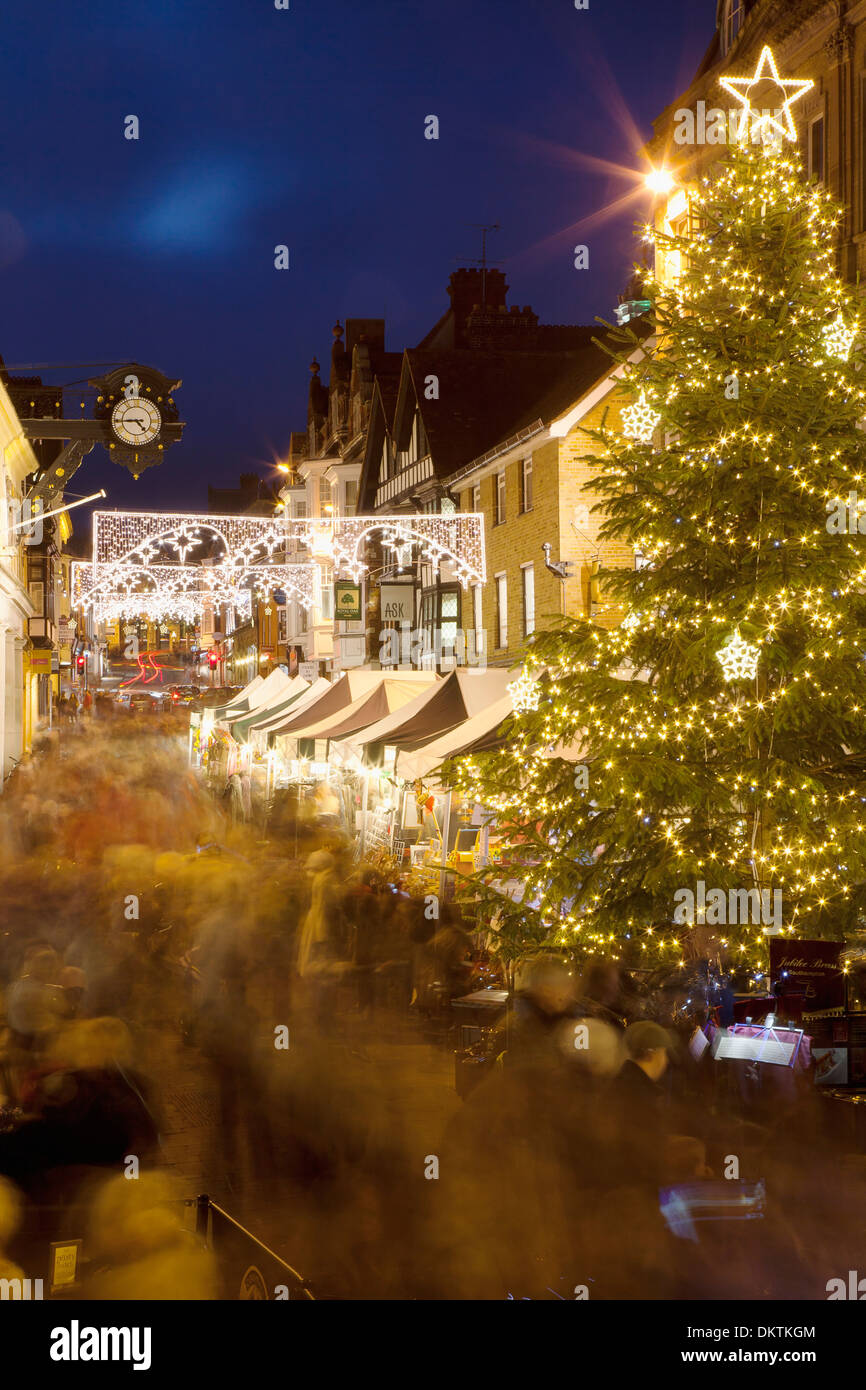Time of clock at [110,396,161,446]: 4:44
